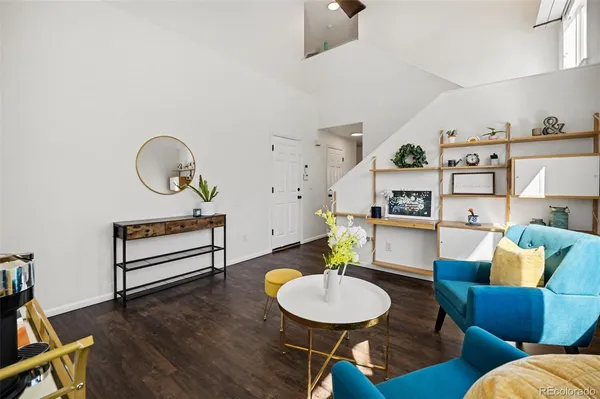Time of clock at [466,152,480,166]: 5:12
